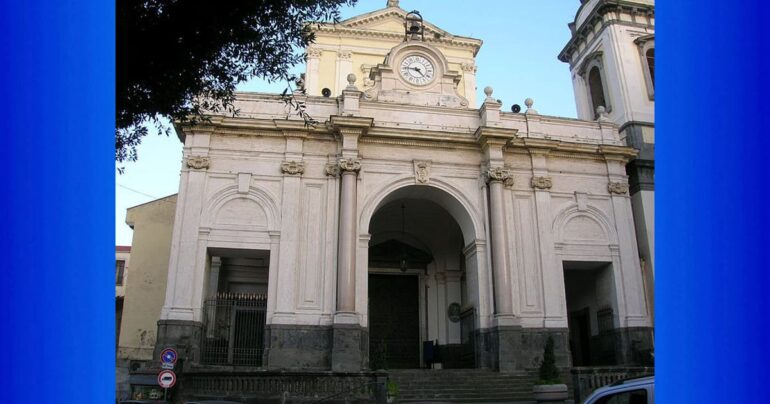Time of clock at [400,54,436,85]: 4:45
